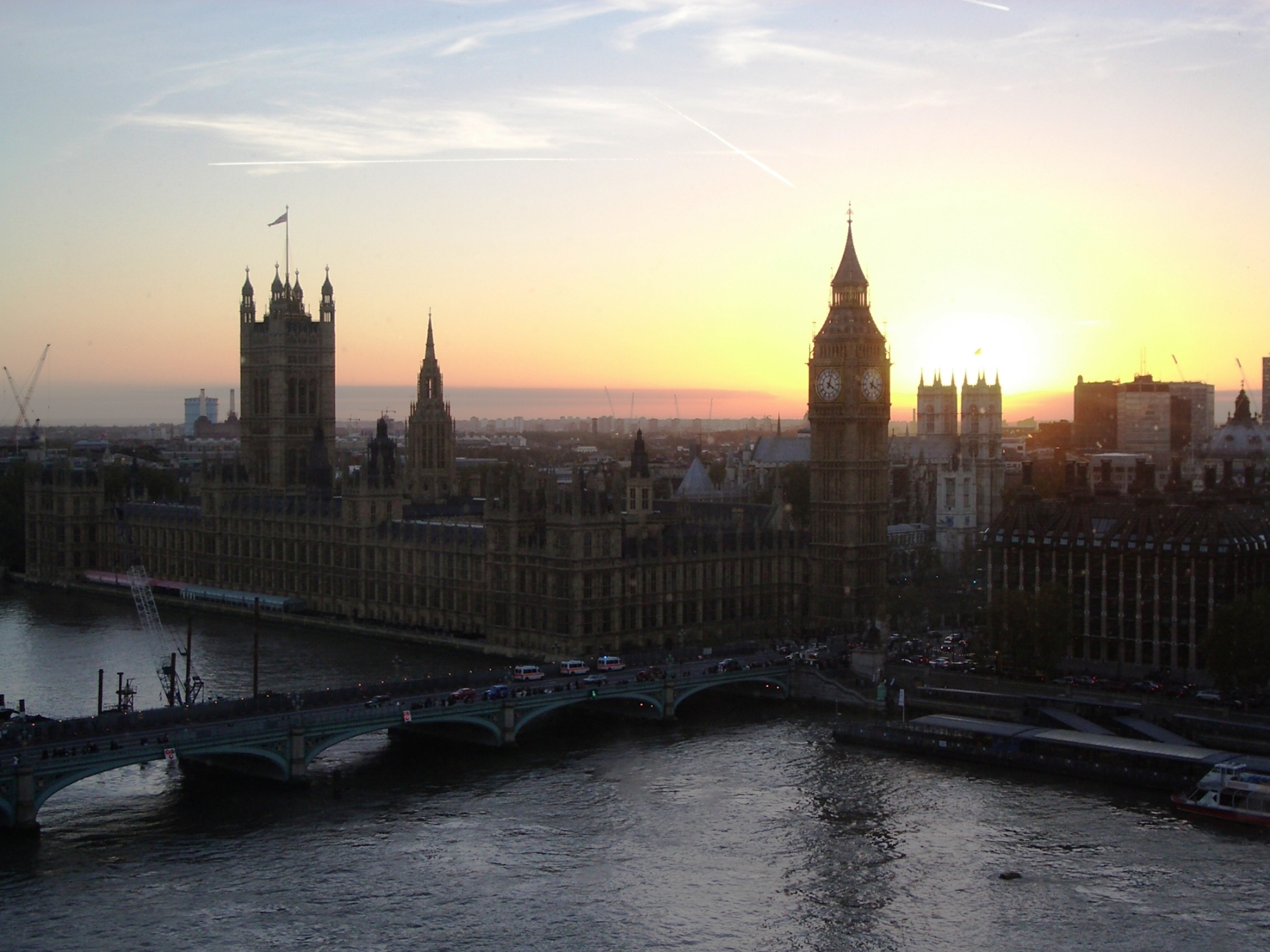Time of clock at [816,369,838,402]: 4:02
